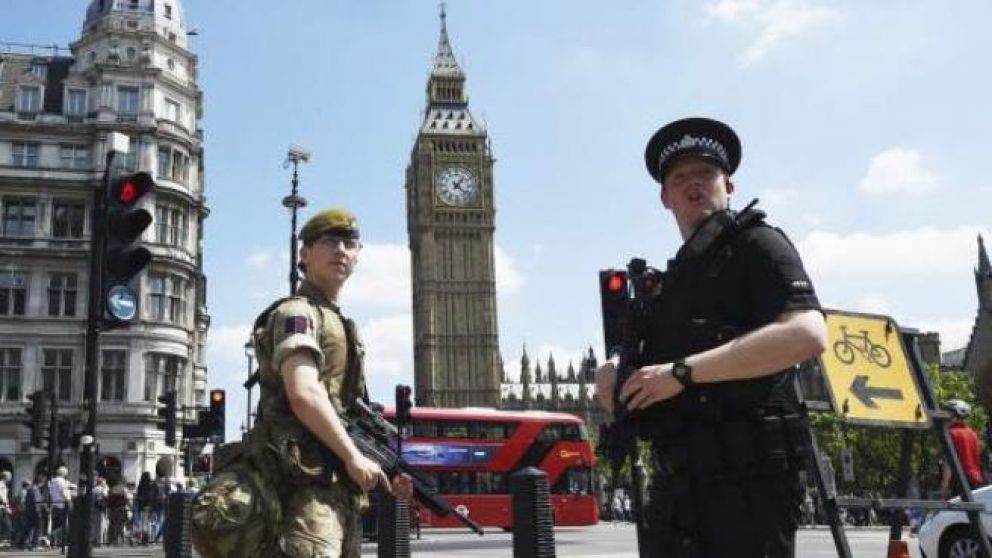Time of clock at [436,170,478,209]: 1:21
